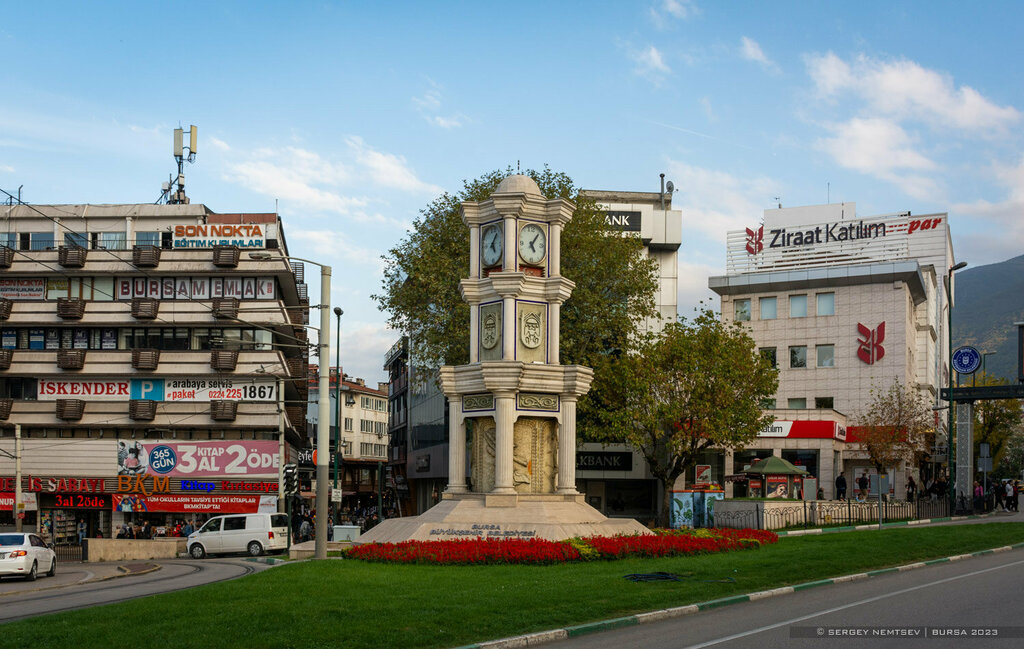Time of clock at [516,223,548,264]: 5:06
